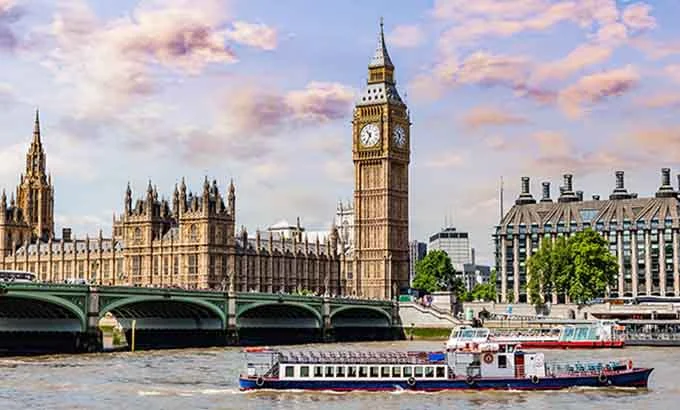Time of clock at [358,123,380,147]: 10:34
